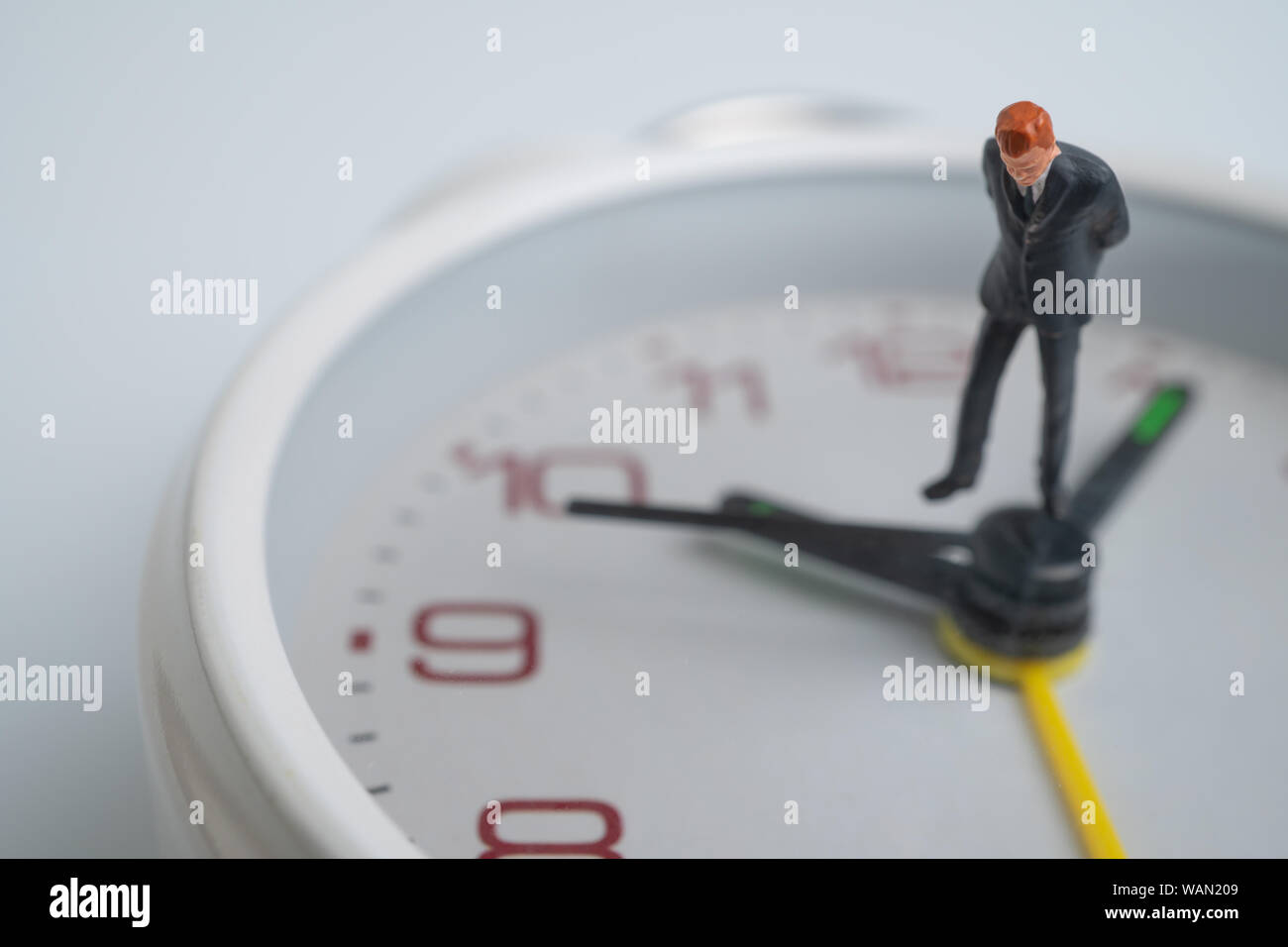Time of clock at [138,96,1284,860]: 12:49
